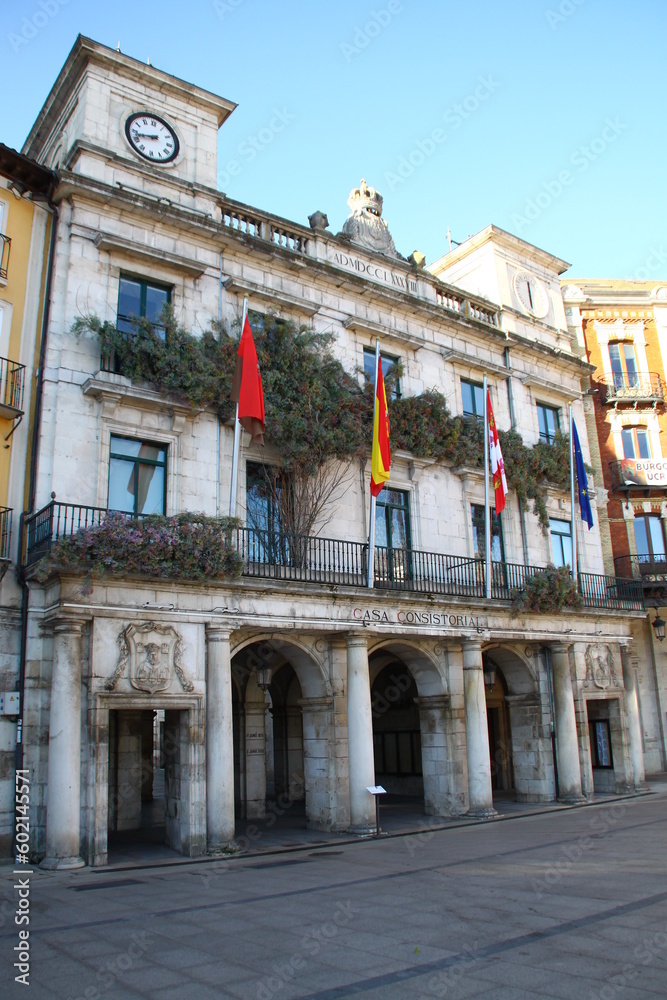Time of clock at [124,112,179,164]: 8:42
